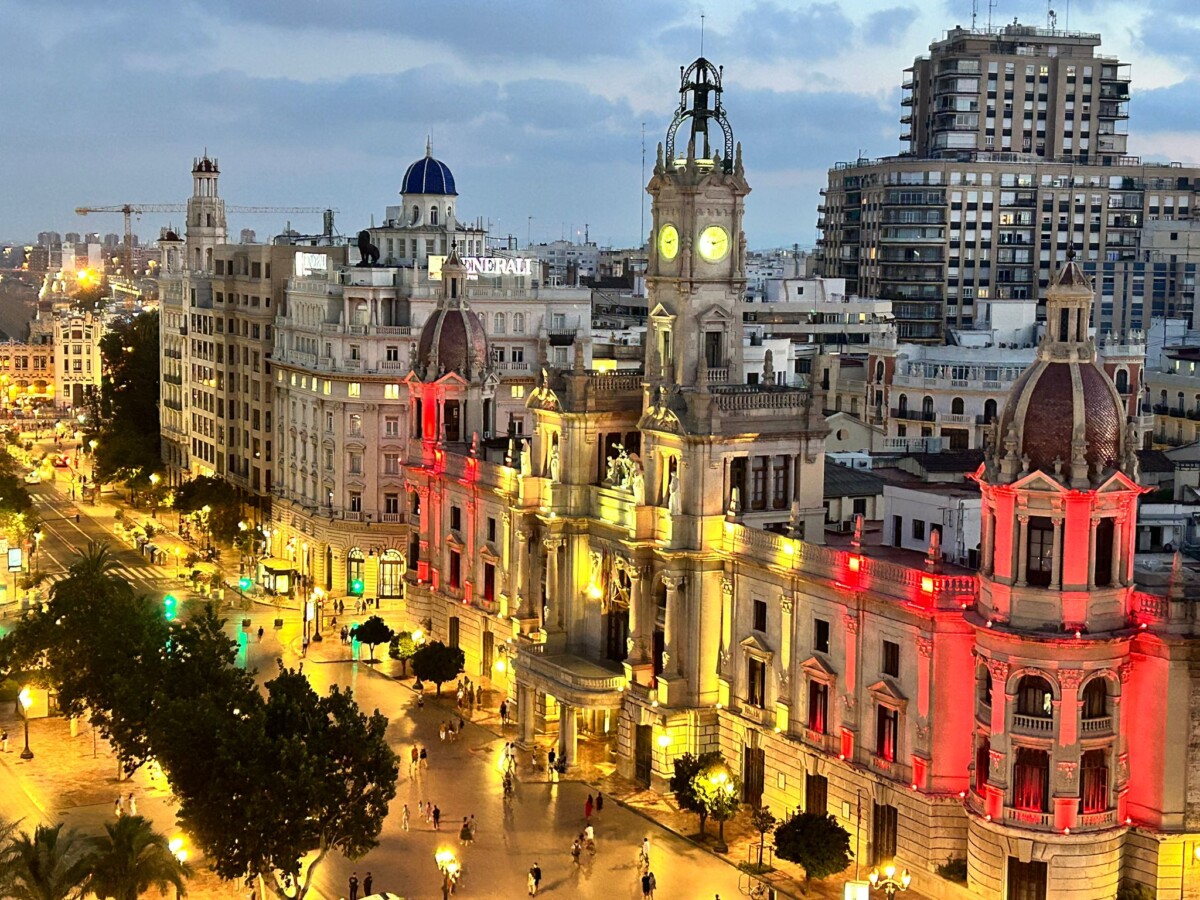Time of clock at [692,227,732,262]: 9:12
